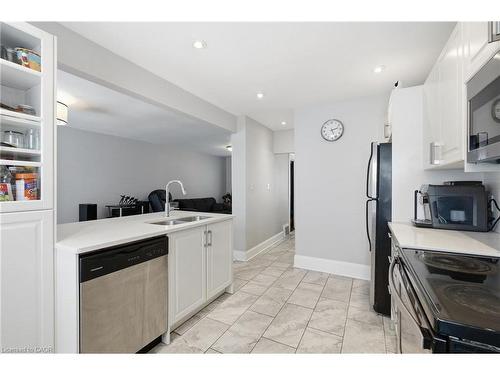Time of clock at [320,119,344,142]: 2:26
